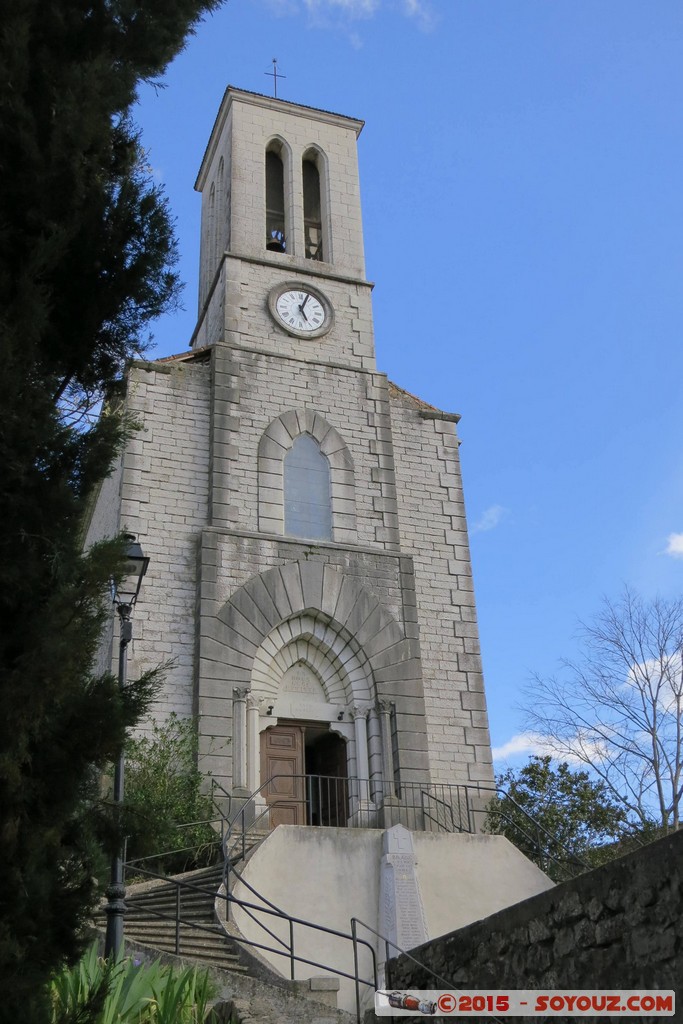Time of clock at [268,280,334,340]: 5:03
